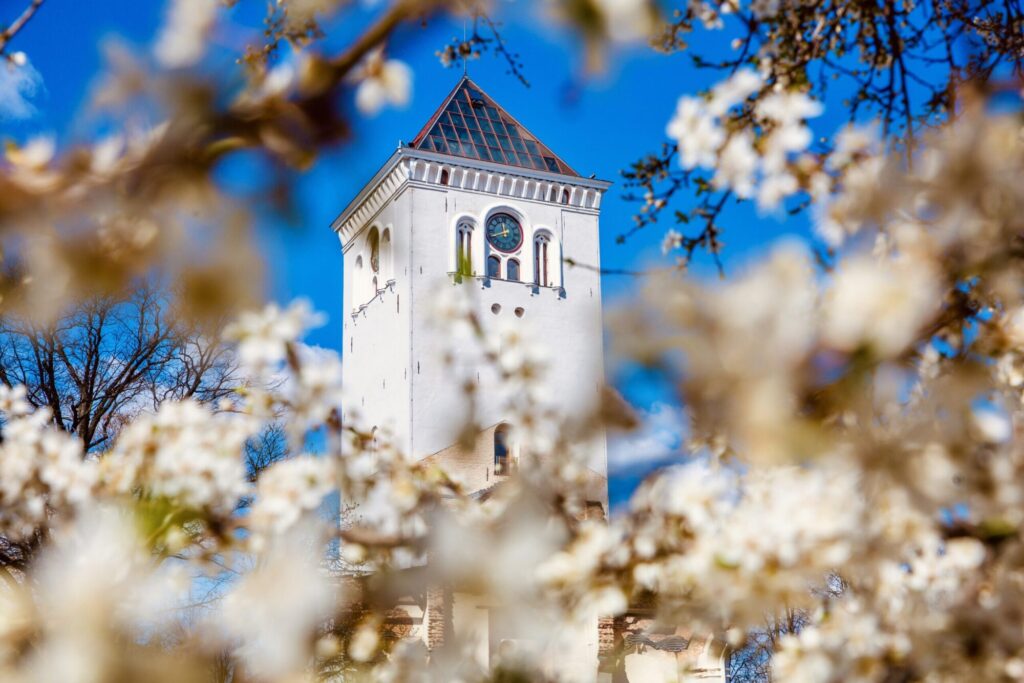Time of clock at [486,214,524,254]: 11:41
